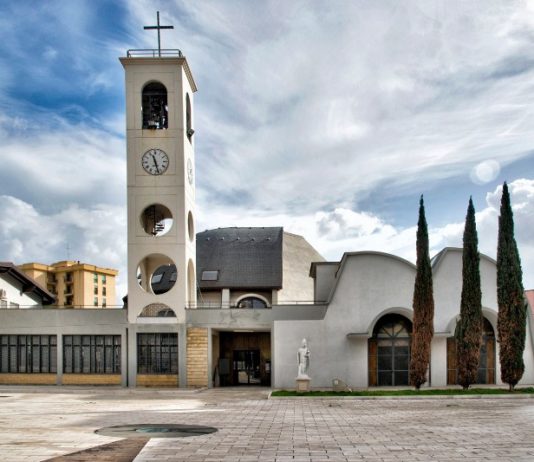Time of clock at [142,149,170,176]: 11:27
